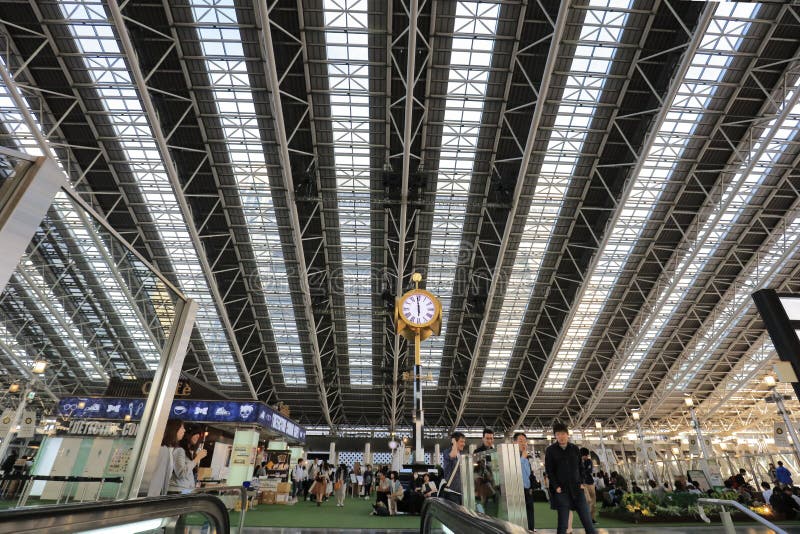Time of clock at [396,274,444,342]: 5:59
